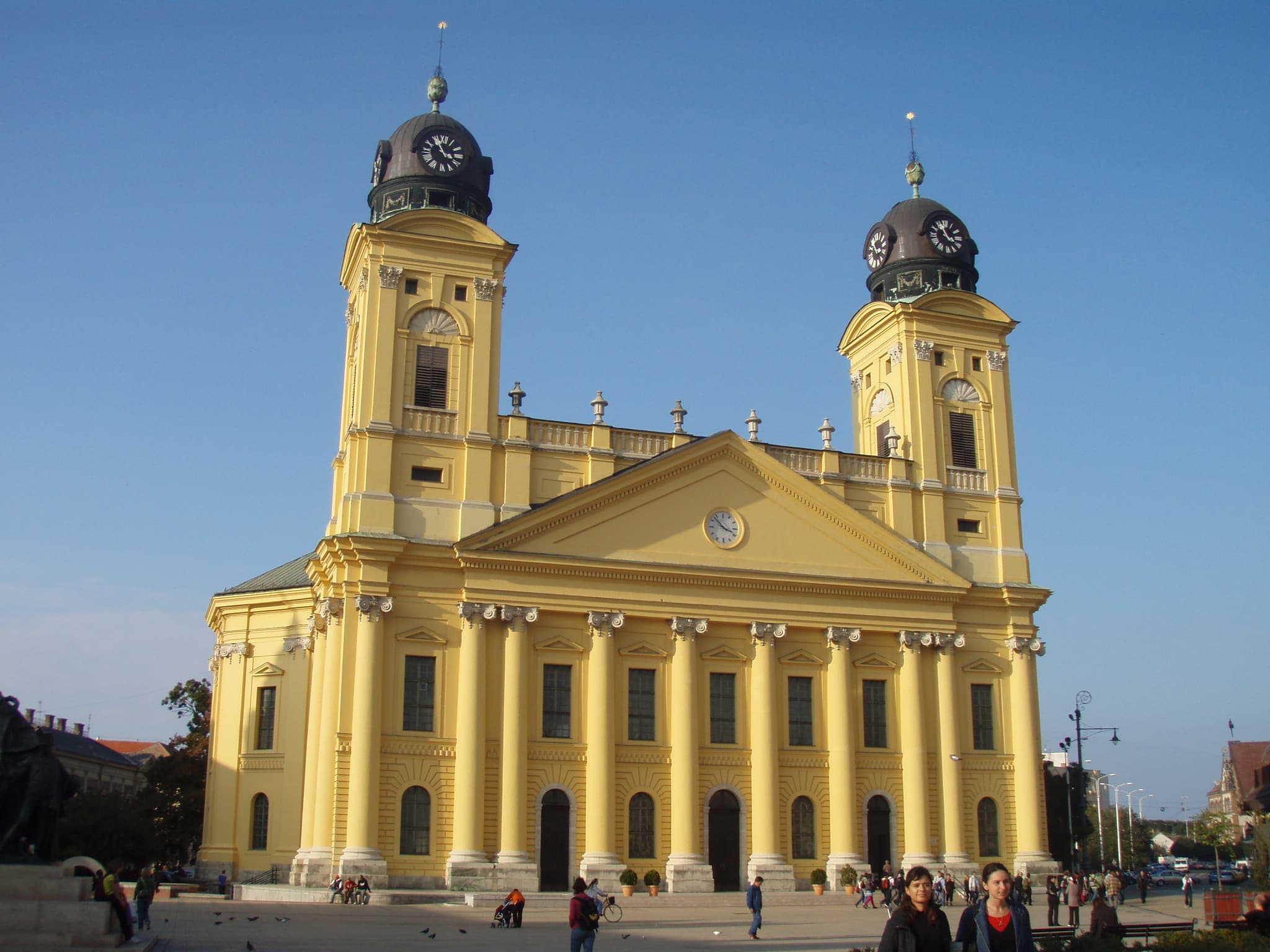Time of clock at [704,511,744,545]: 3:52
